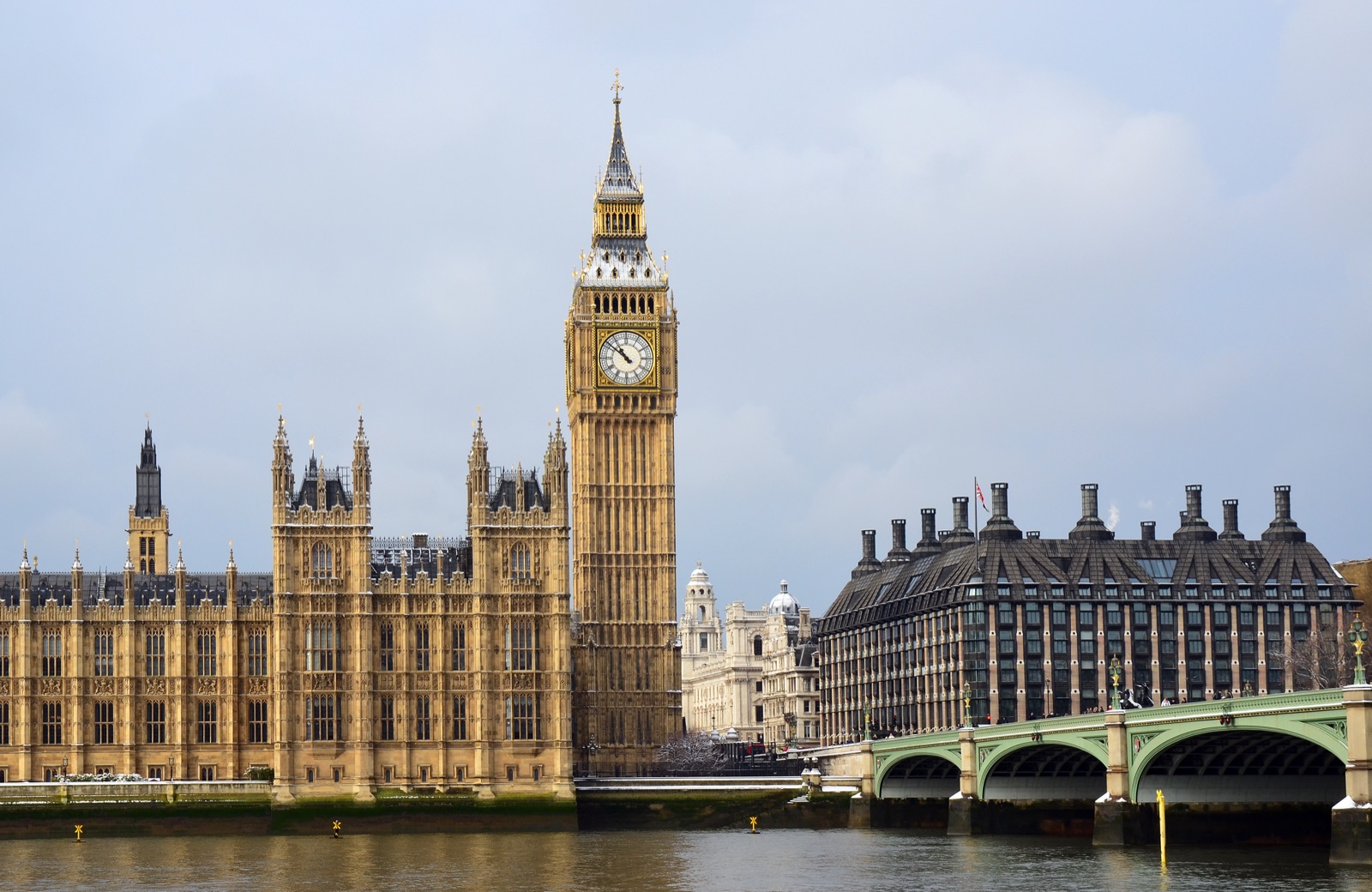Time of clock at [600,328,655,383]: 10:51
